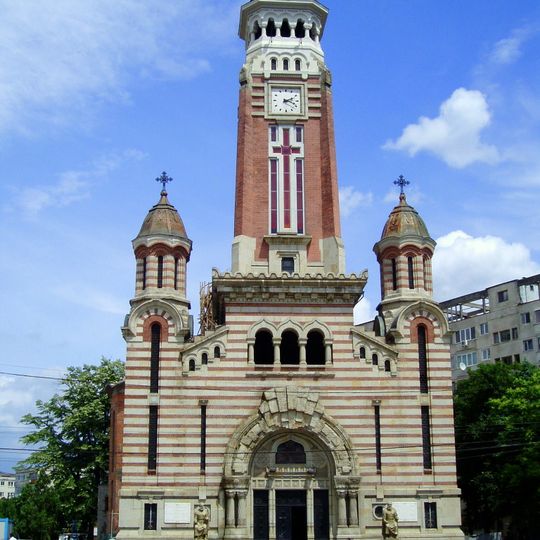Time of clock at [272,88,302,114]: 2:18
